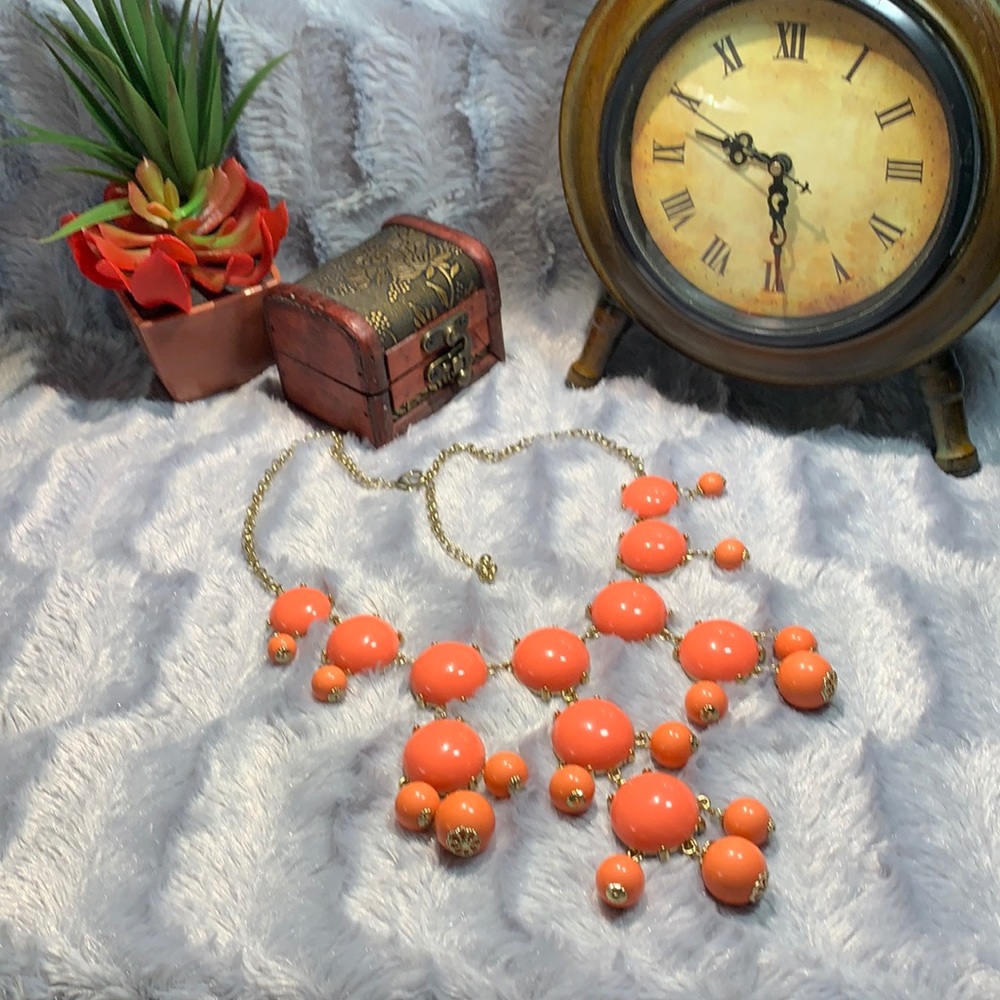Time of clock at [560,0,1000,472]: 9:29
